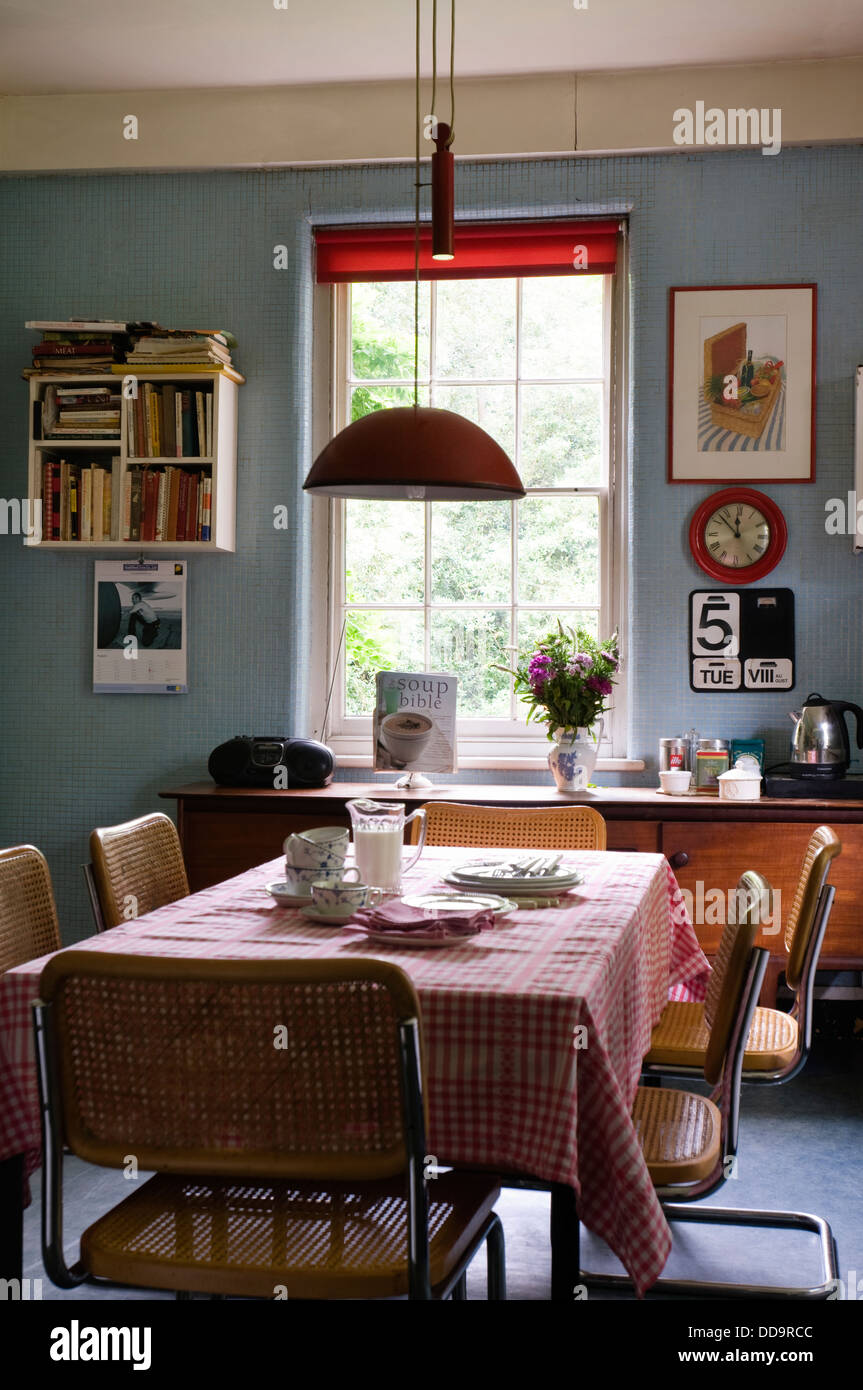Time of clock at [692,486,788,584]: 11:52
